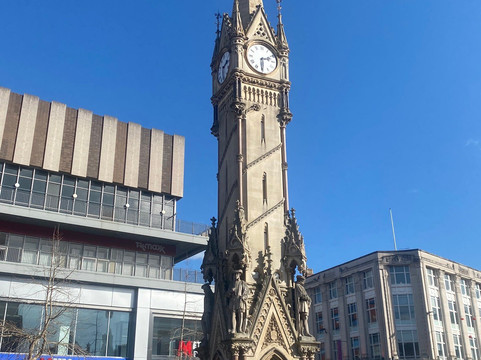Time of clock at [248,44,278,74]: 2:30
